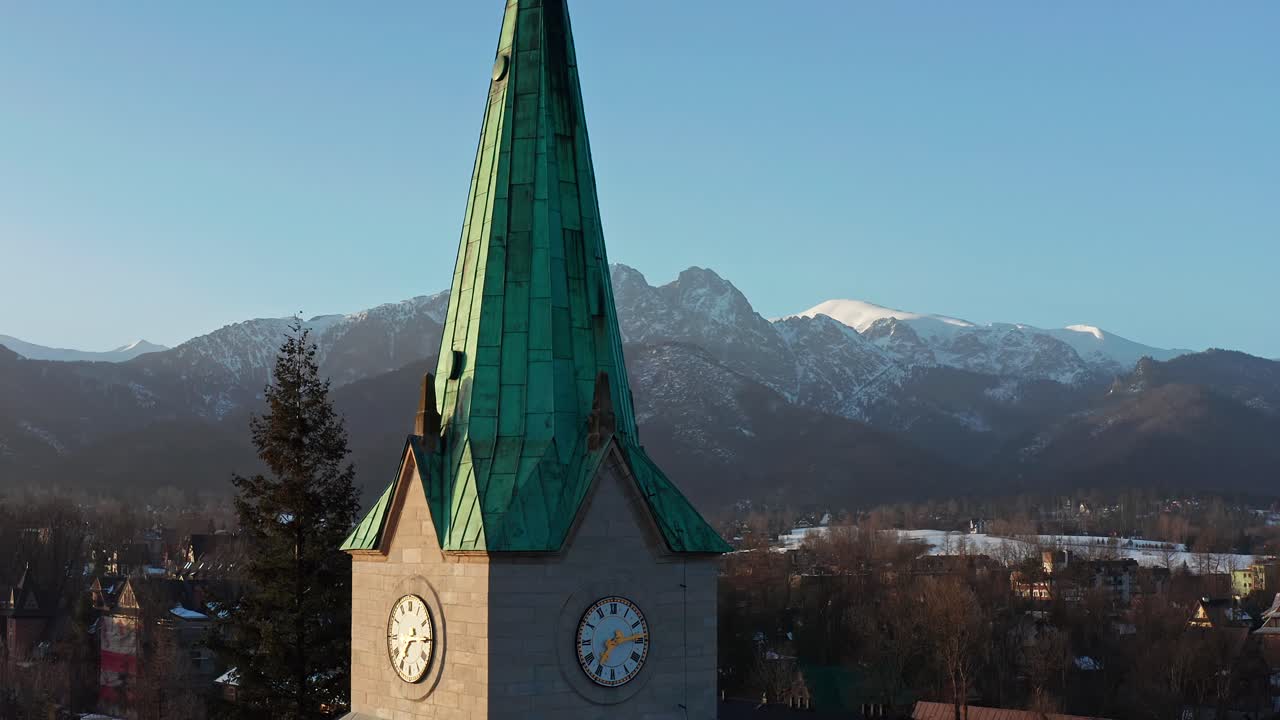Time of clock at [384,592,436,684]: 7:14
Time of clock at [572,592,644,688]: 7:13
